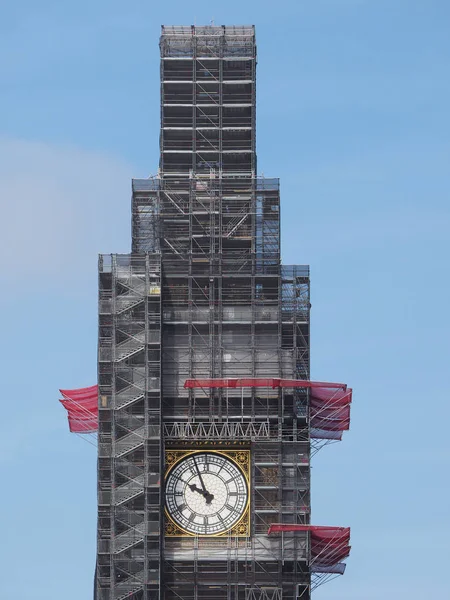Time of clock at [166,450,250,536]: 9:56
